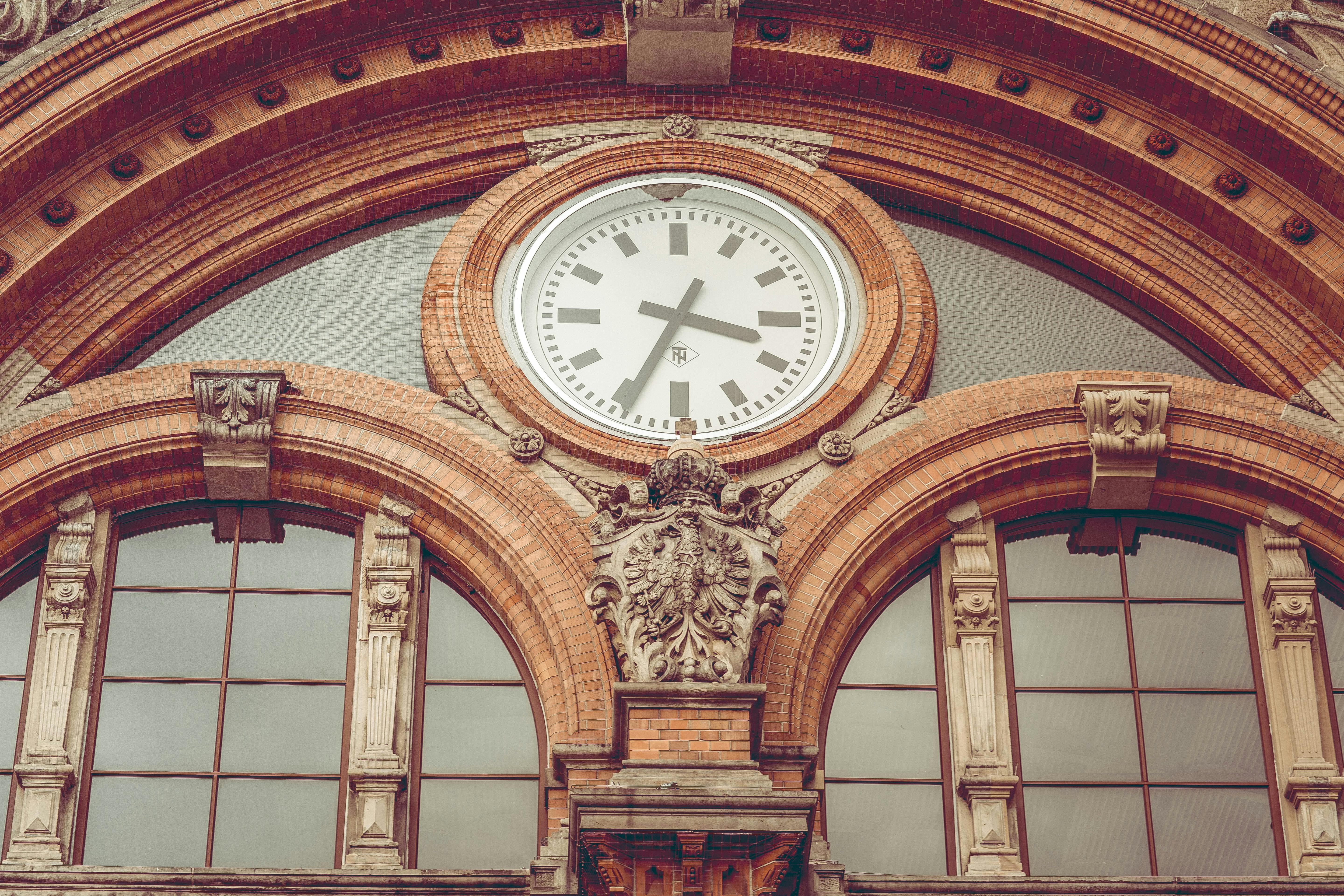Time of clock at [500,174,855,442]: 3:34
